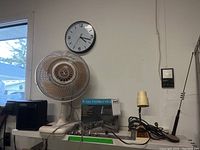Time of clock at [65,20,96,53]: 4:17
